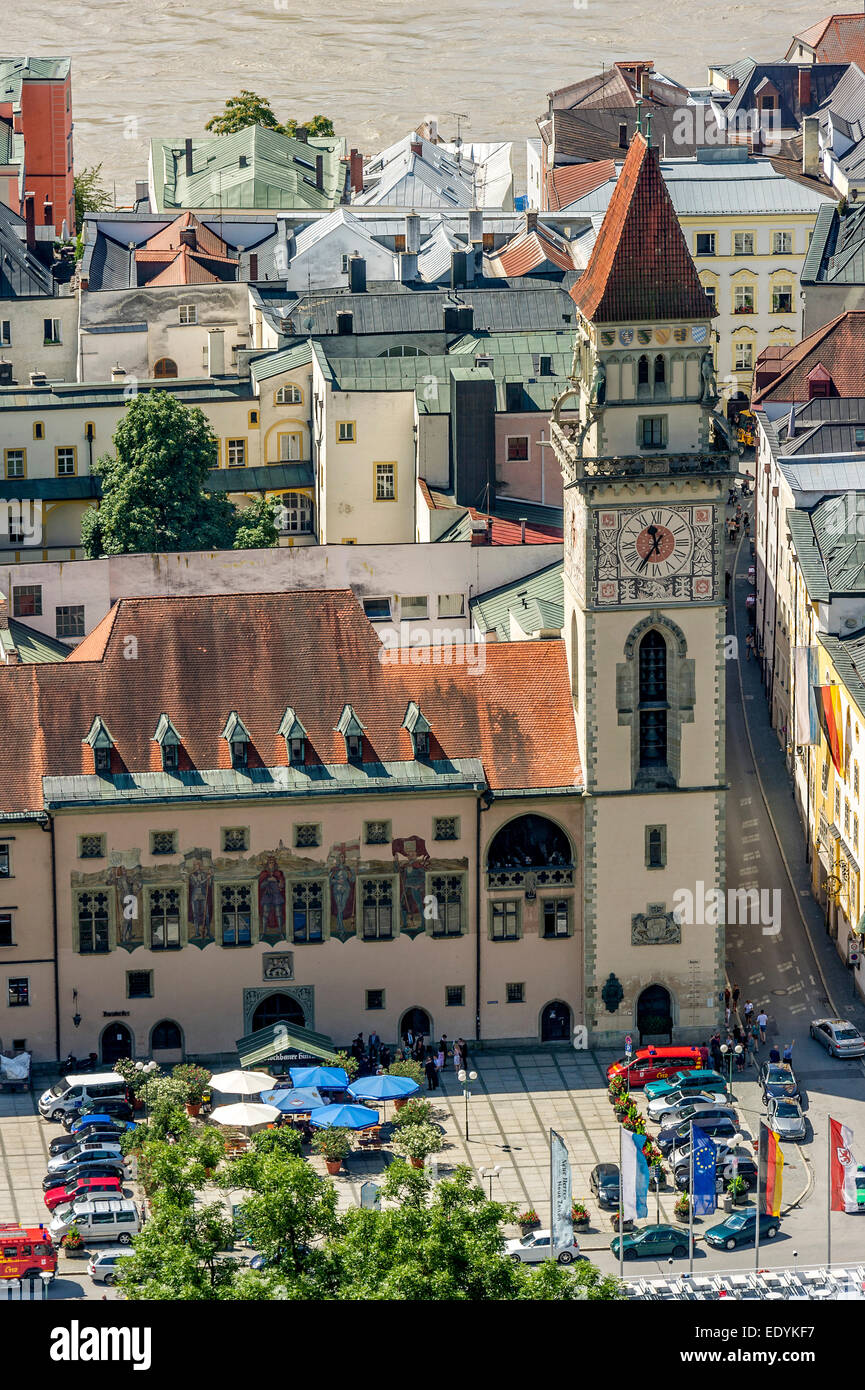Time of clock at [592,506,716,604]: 11:35
